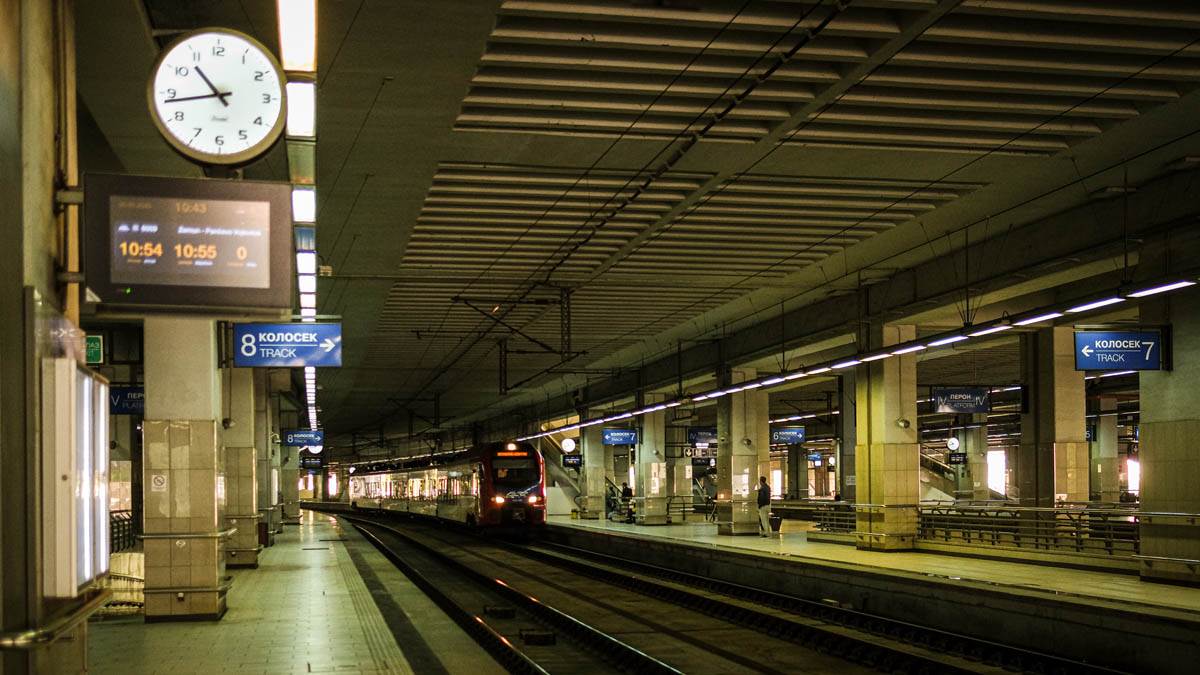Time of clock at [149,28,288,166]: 10:43
